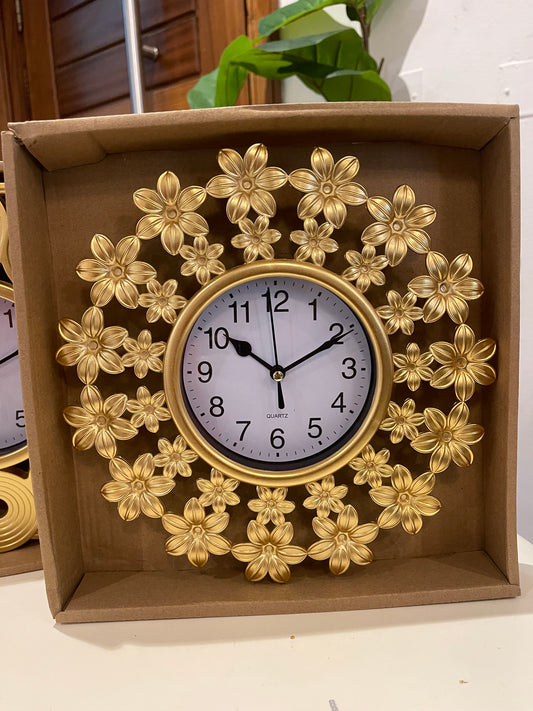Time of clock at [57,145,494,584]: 10:10
